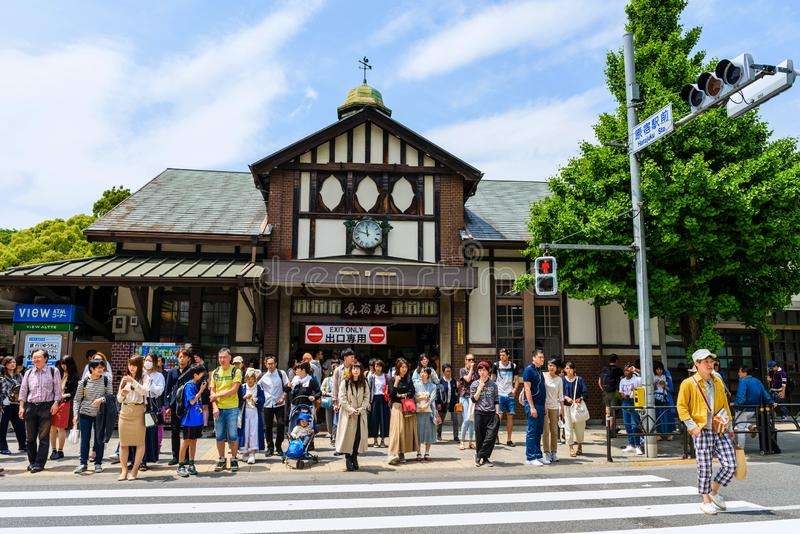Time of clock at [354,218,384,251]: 11:47
